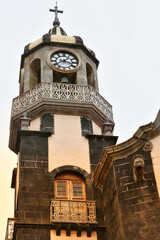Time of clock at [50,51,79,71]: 3:40
